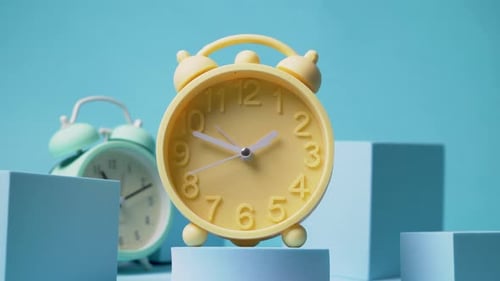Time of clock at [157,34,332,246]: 1:48
